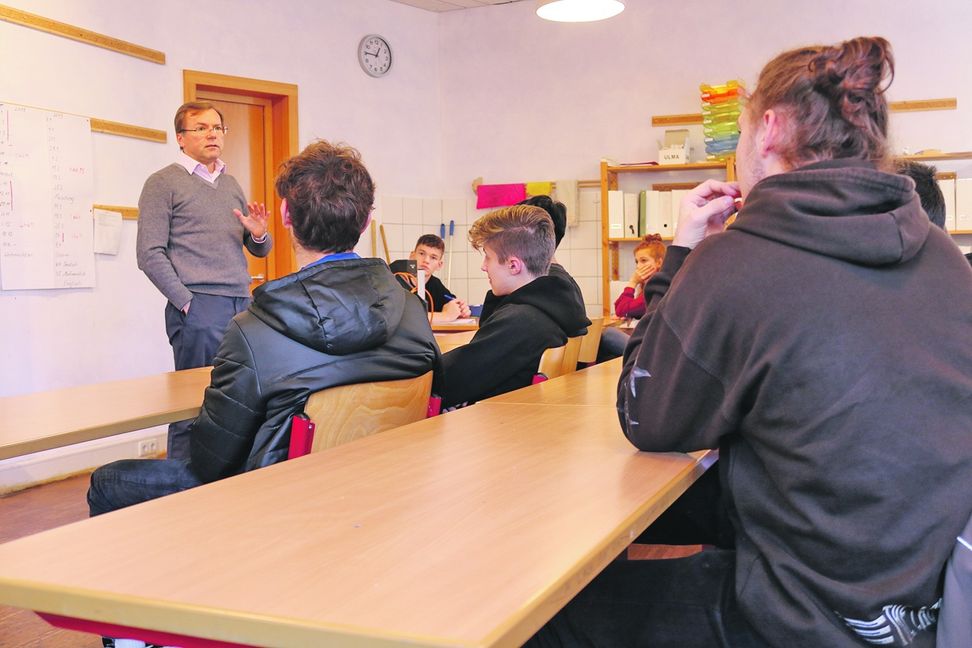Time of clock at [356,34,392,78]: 12:45
